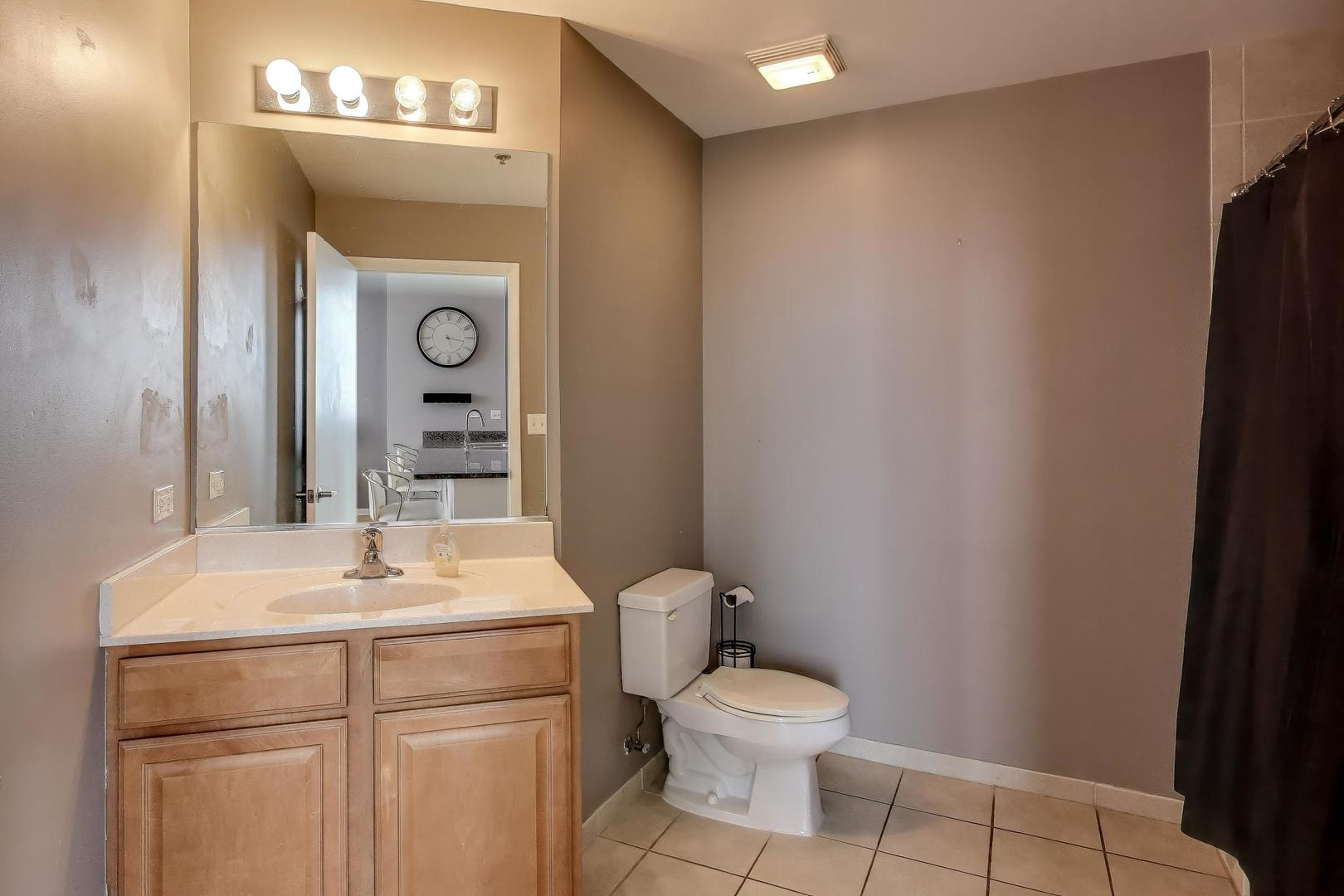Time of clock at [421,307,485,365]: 3:26
